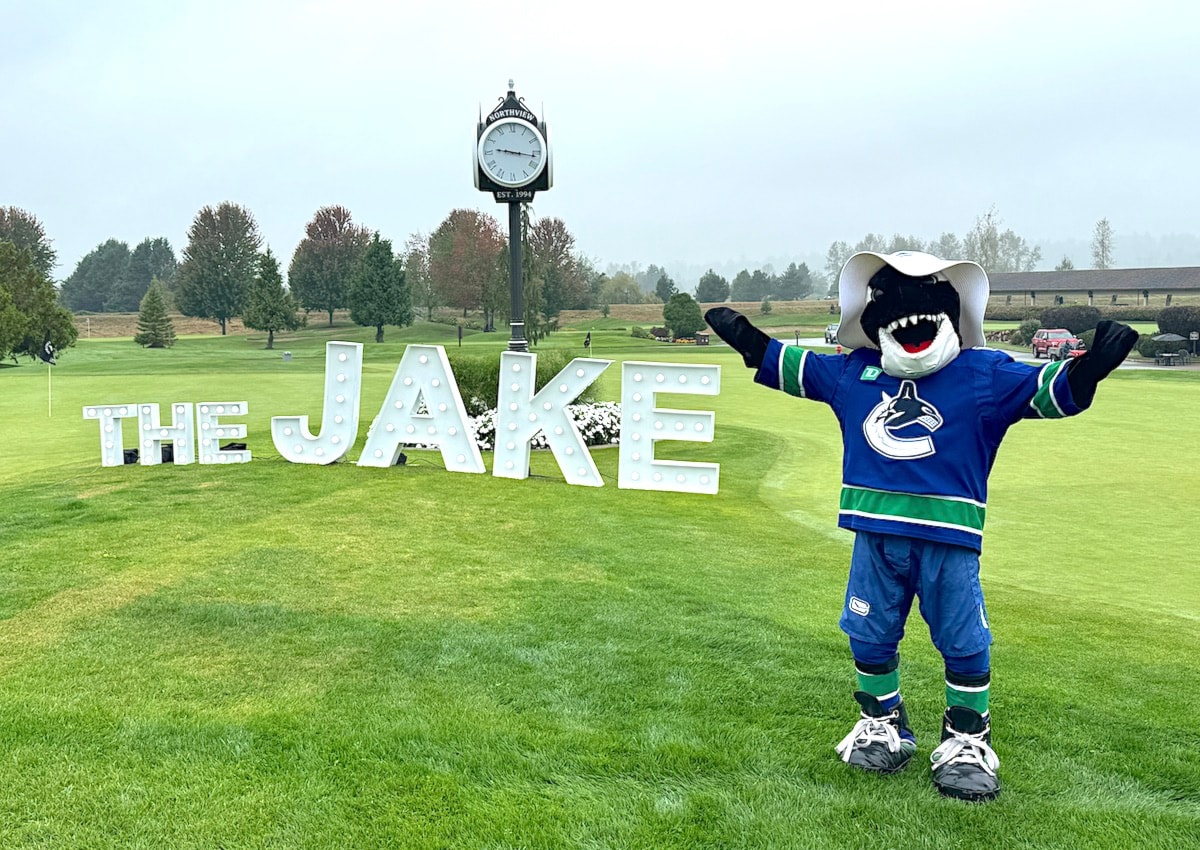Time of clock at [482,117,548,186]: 9:16
